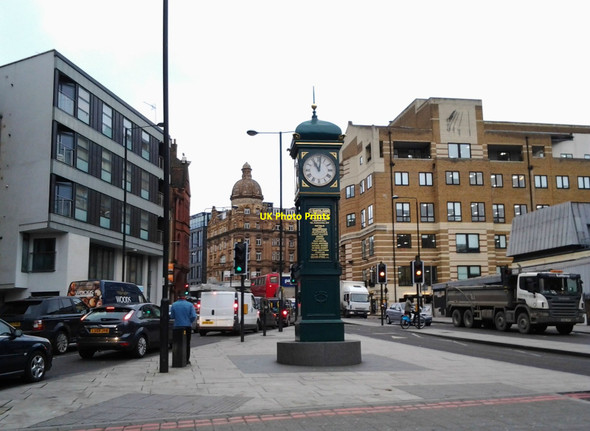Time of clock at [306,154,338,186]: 11:01
